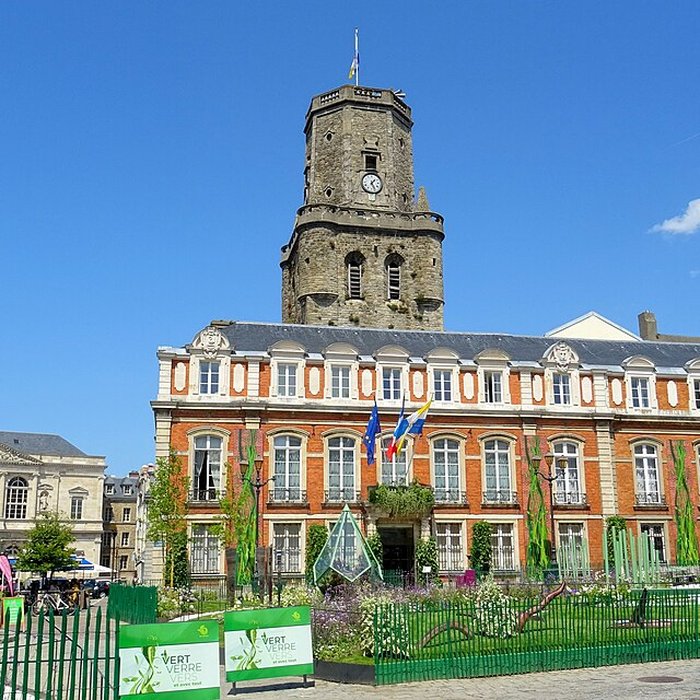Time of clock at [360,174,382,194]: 1:26
